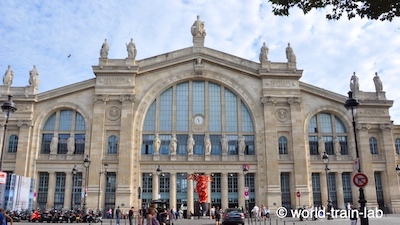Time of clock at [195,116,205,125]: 4:26
